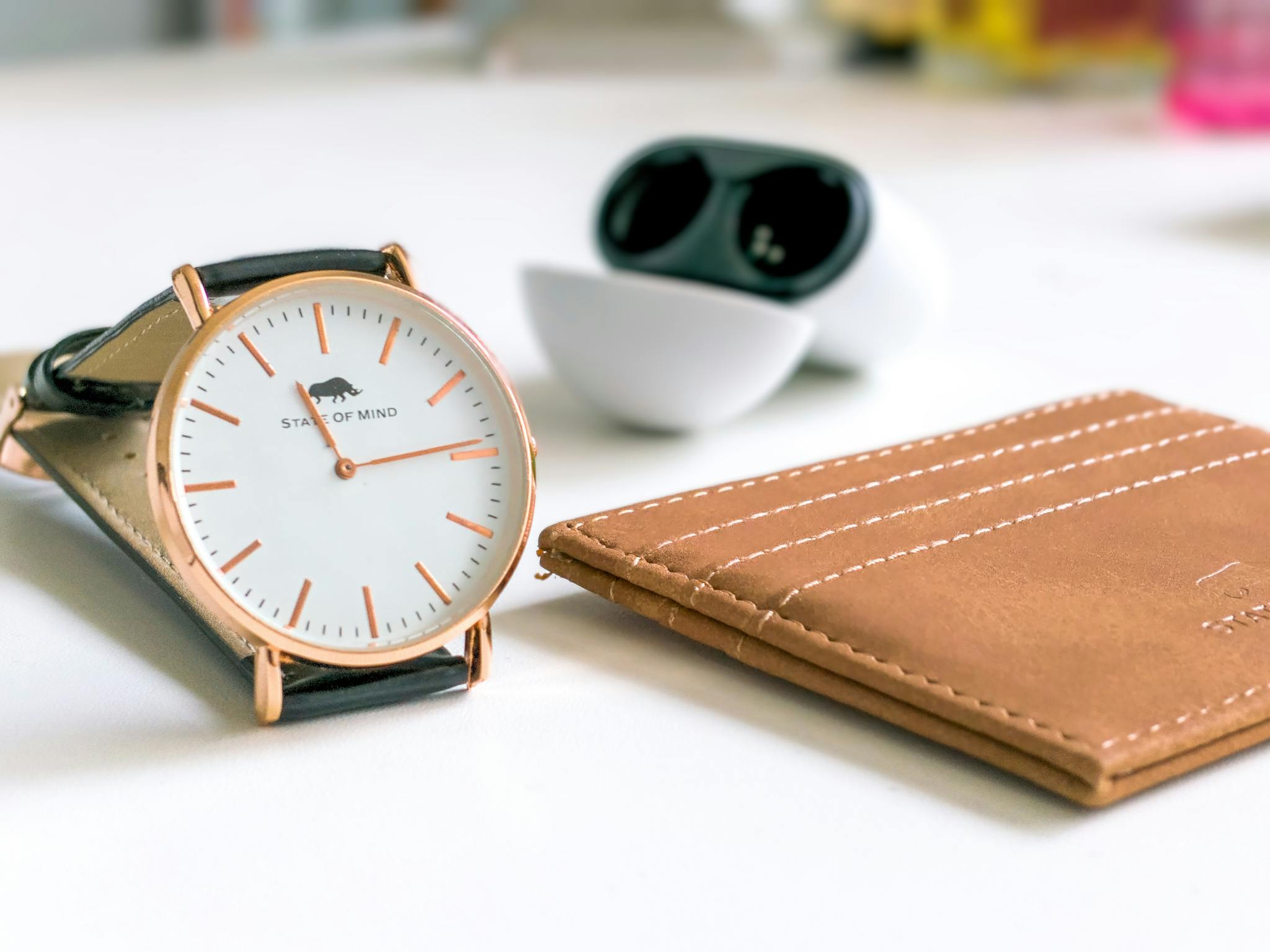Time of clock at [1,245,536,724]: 11:14
